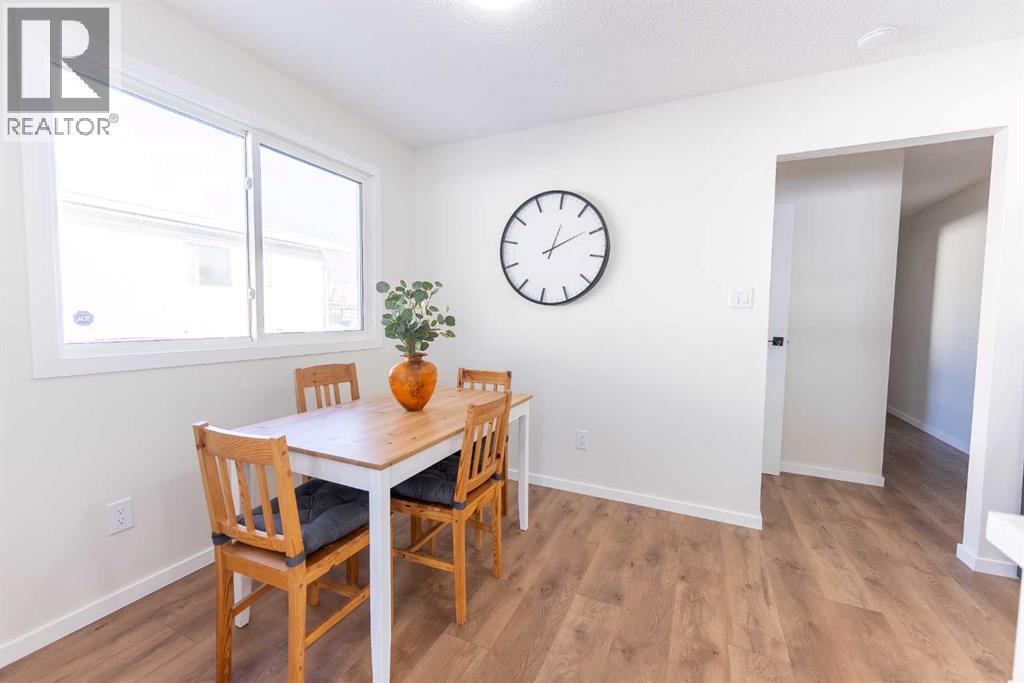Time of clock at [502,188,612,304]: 12:09
